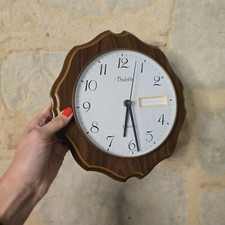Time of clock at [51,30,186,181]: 6:28
